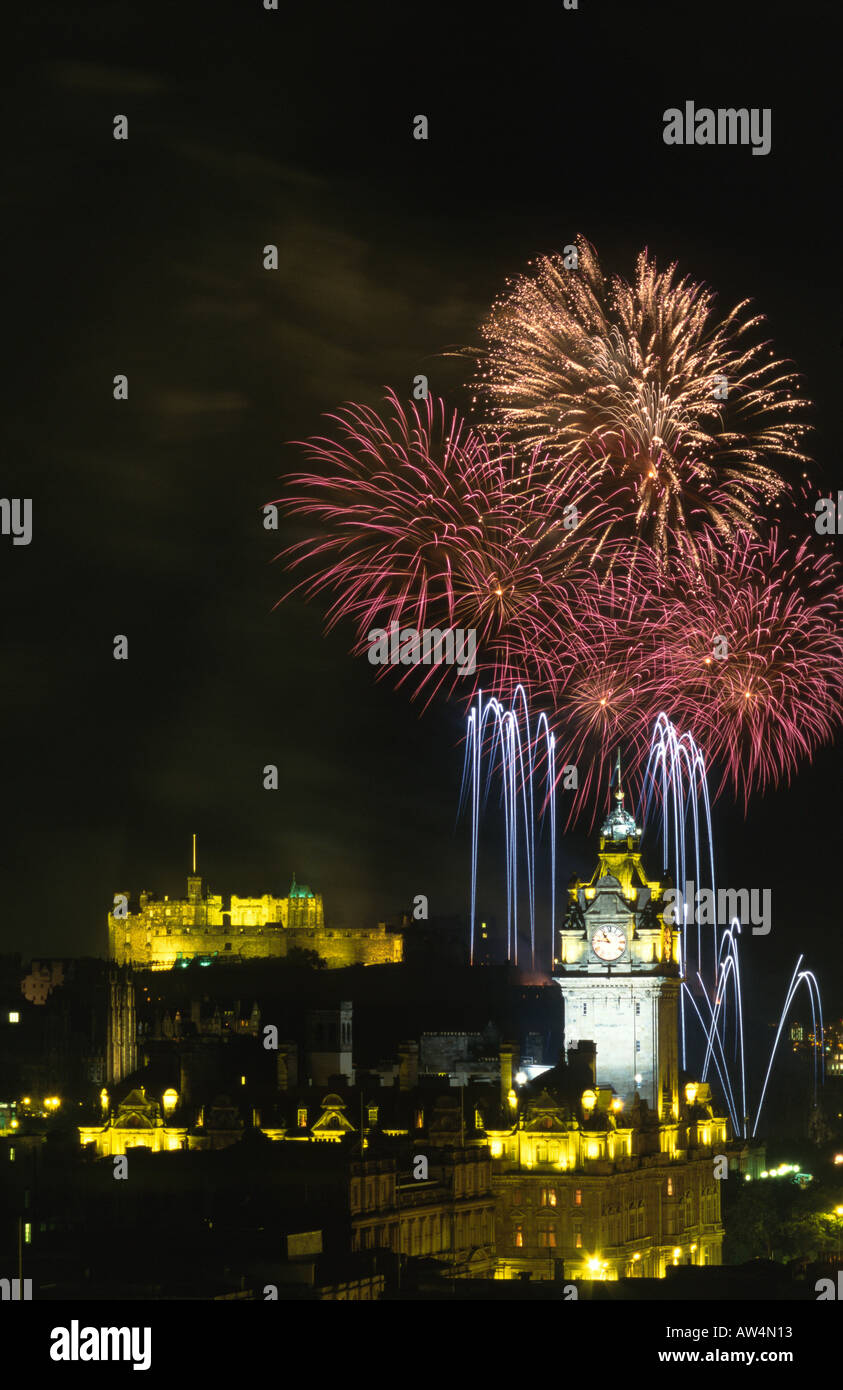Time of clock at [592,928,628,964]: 10:45
